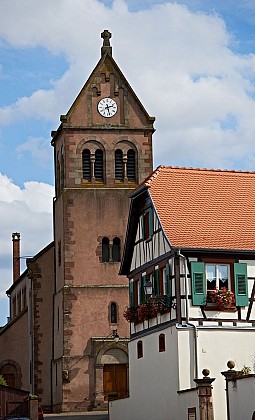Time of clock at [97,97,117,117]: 2:27
